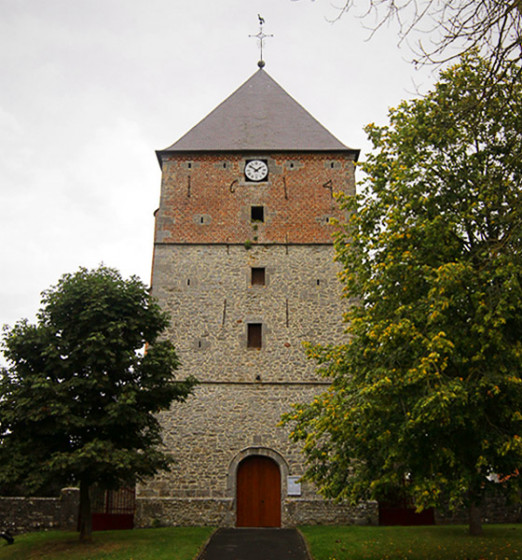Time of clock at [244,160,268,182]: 1:51
